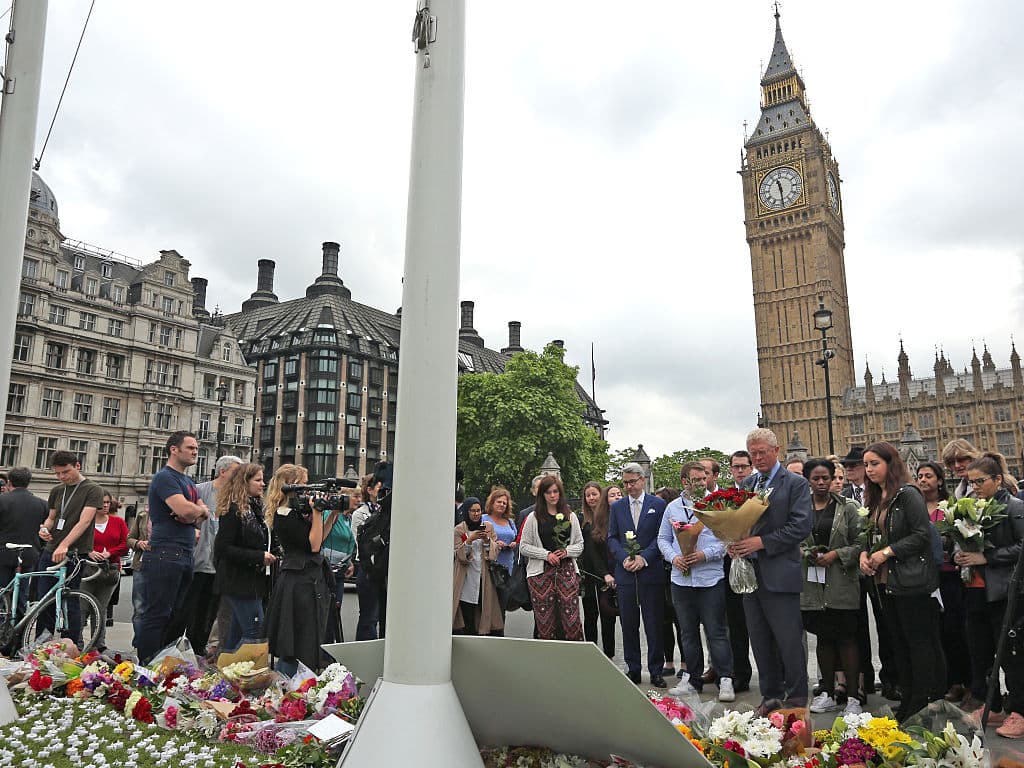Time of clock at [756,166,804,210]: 11:29
